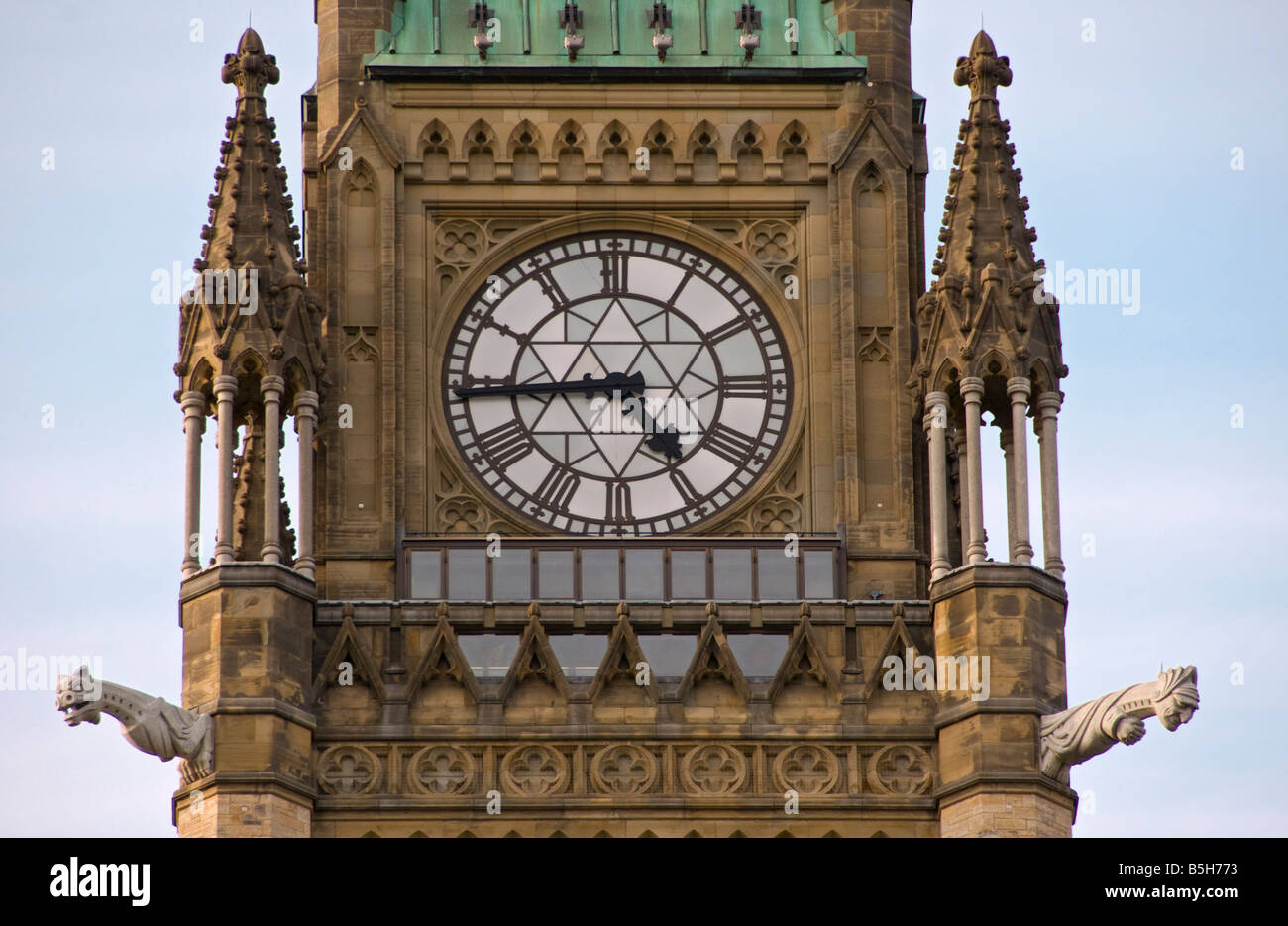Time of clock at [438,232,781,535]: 4:44
